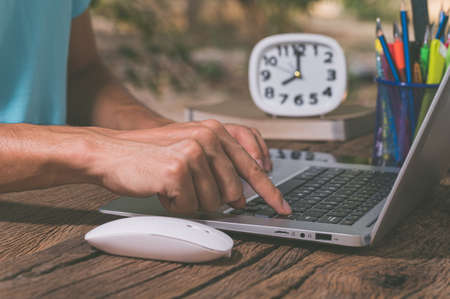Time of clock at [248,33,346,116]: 7:59
